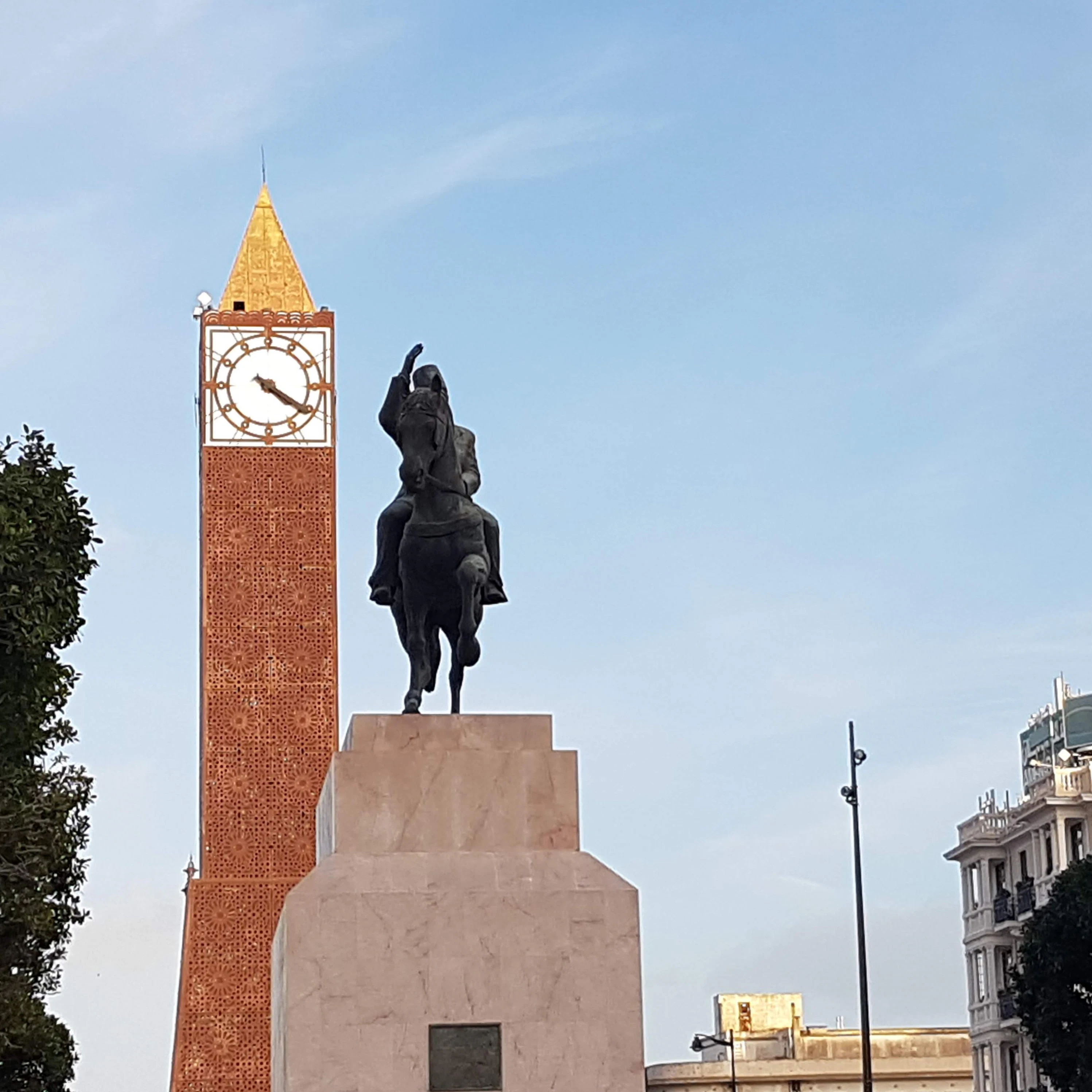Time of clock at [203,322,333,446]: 4:20
